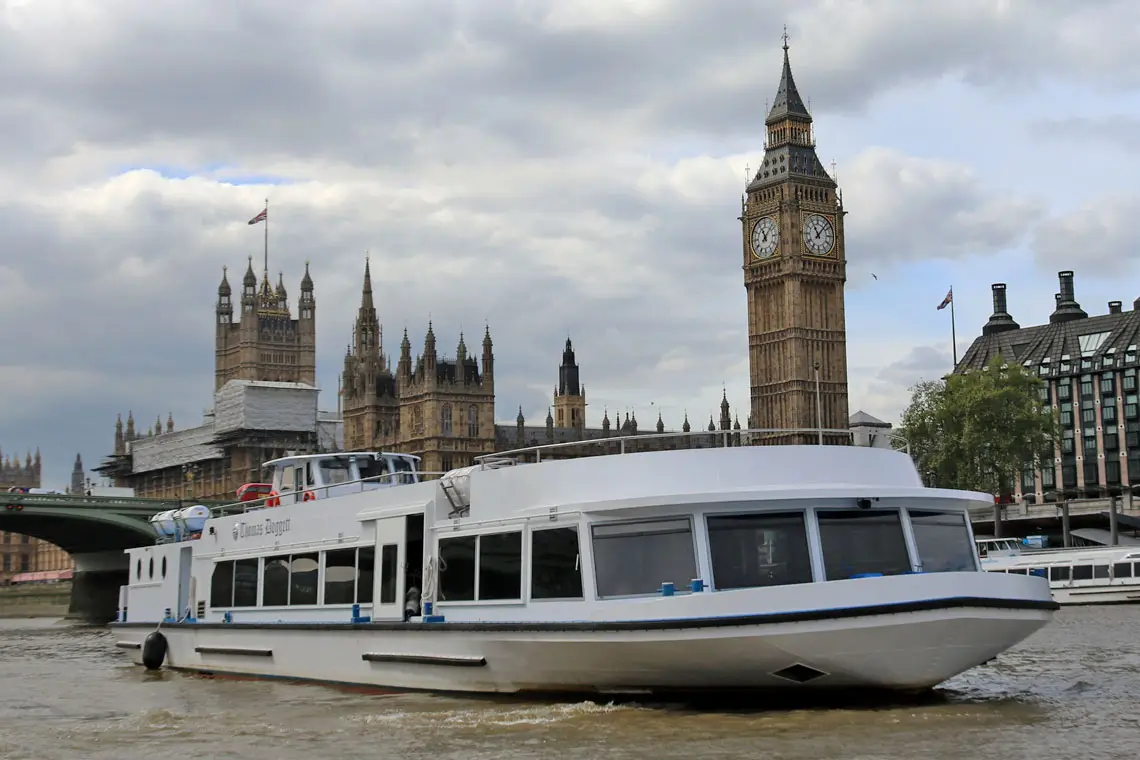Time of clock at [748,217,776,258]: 11:07
